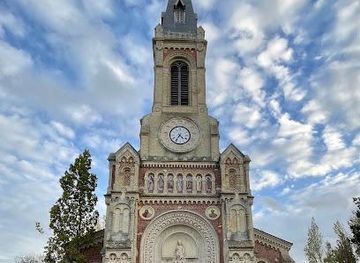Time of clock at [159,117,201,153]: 4:35
